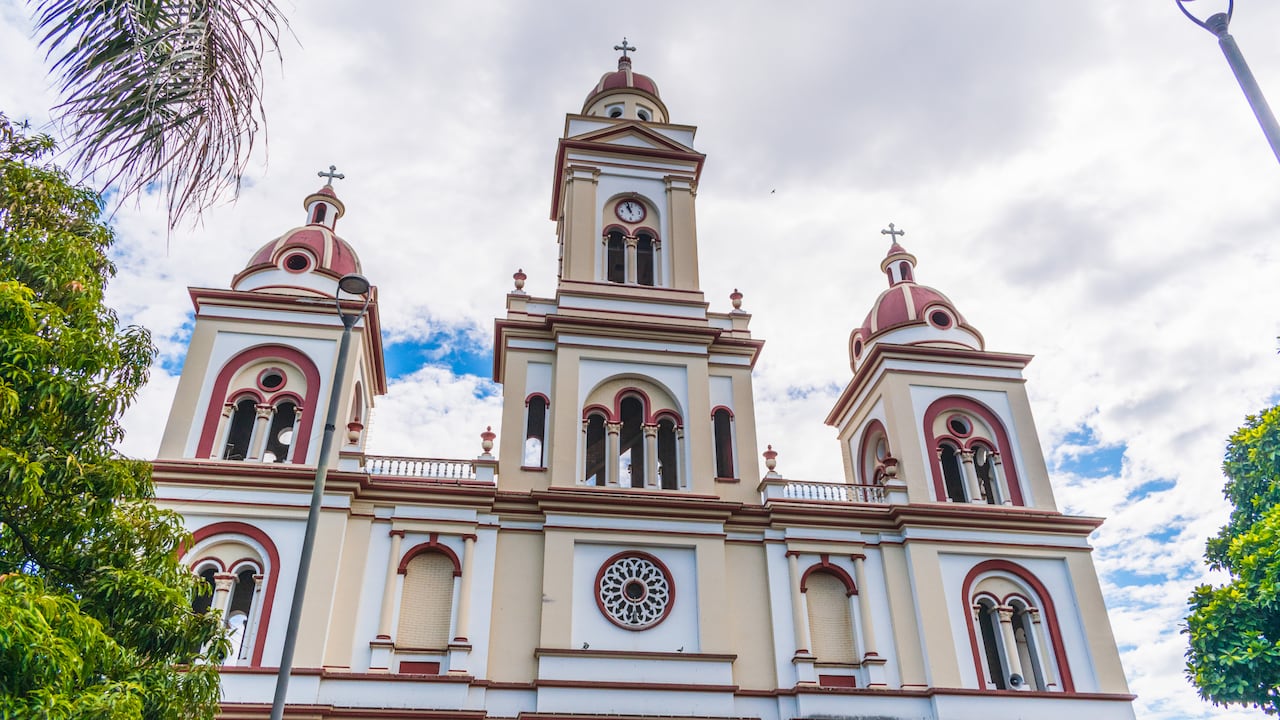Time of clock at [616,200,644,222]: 10:57
